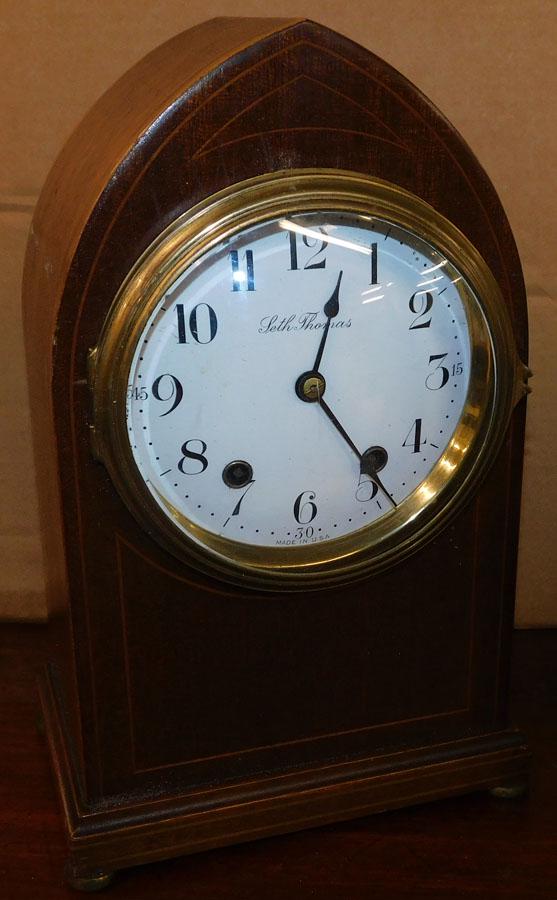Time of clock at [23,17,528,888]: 12:23
